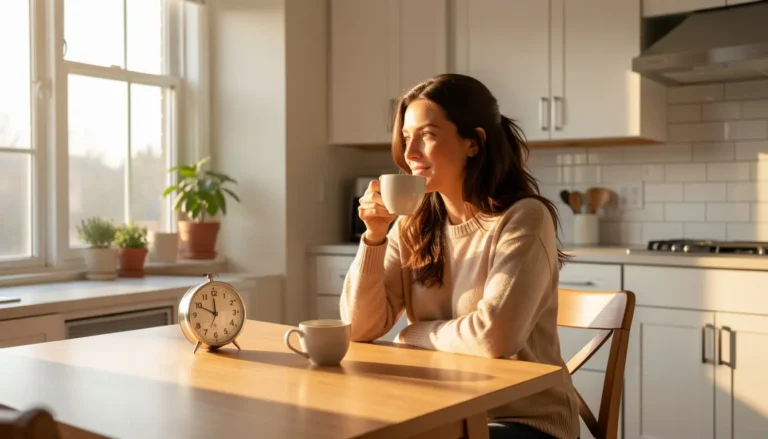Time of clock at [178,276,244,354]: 11:49
